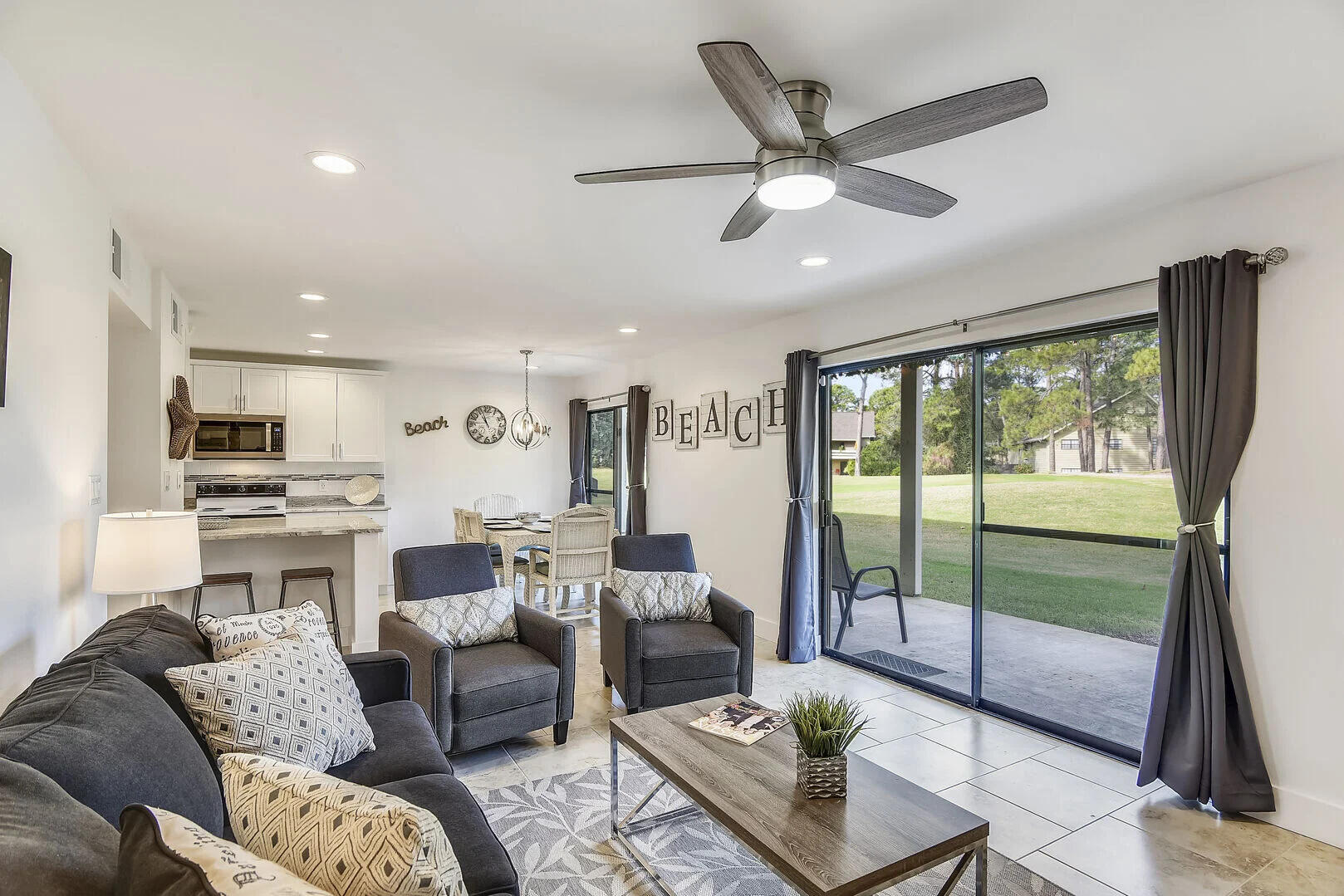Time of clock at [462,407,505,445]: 10:56
